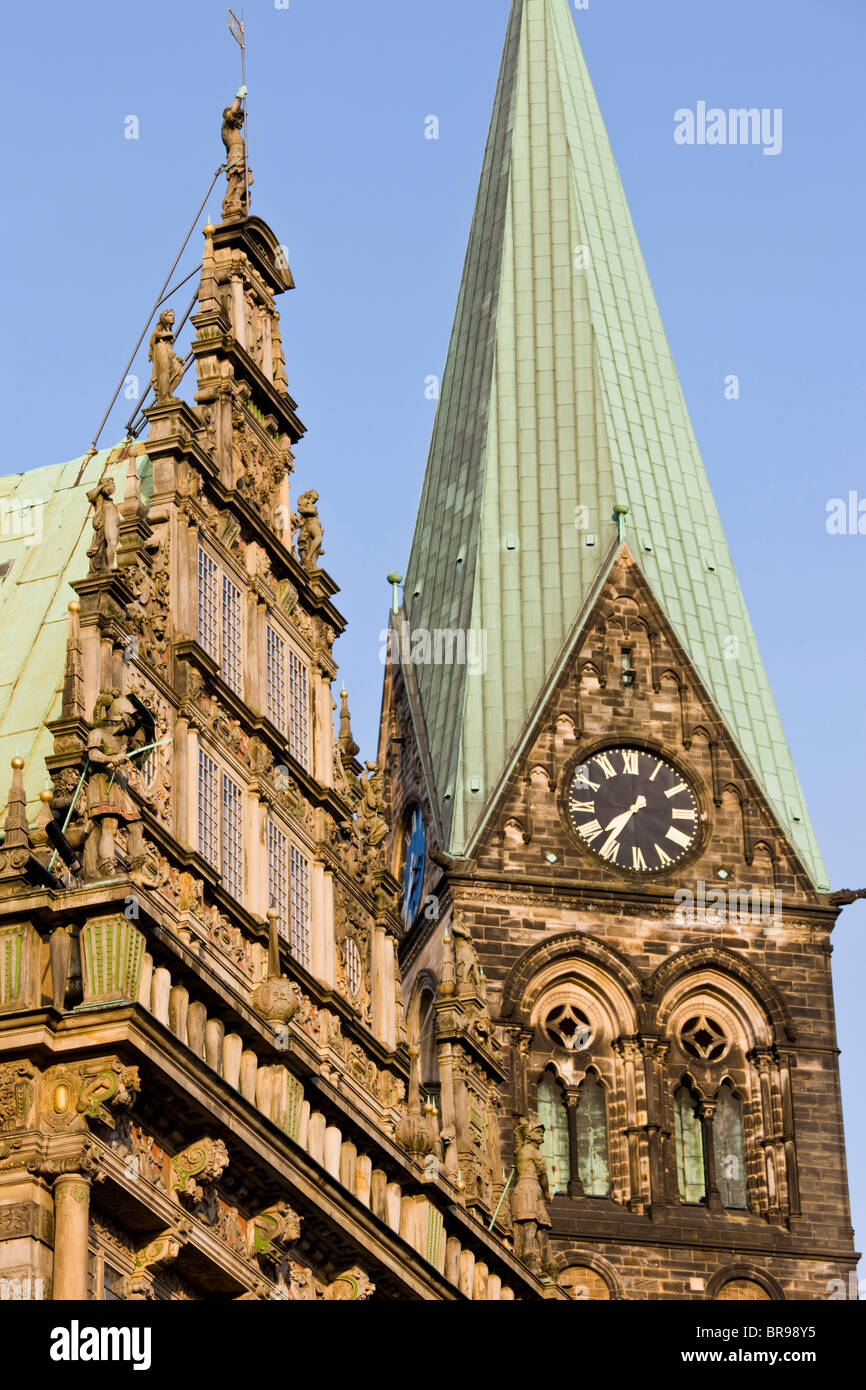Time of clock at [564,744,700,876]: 7:36
